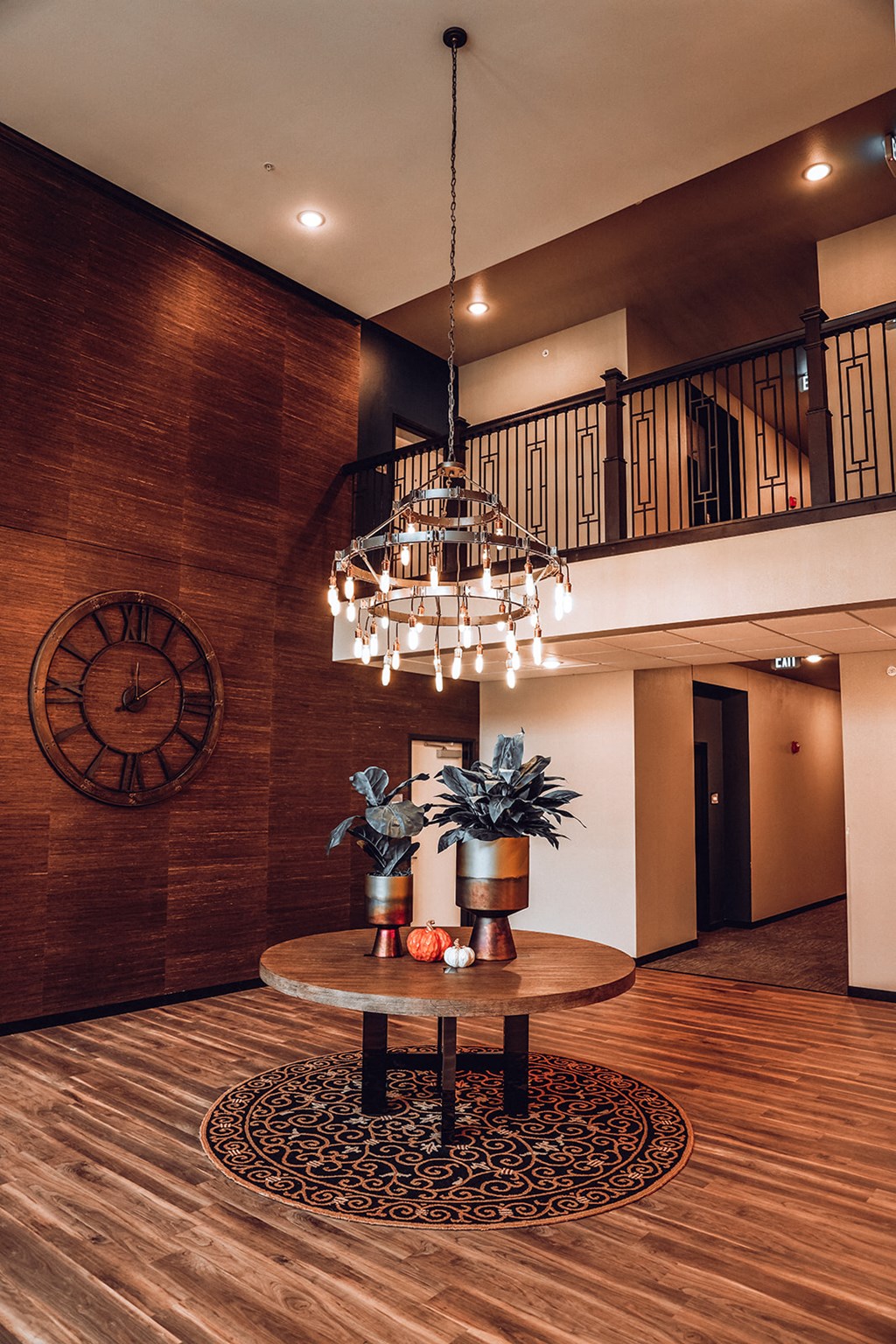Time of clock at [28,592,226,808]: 12:09
